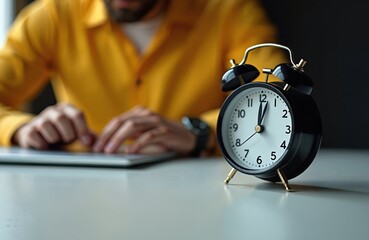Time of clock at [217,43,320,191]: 12:02
